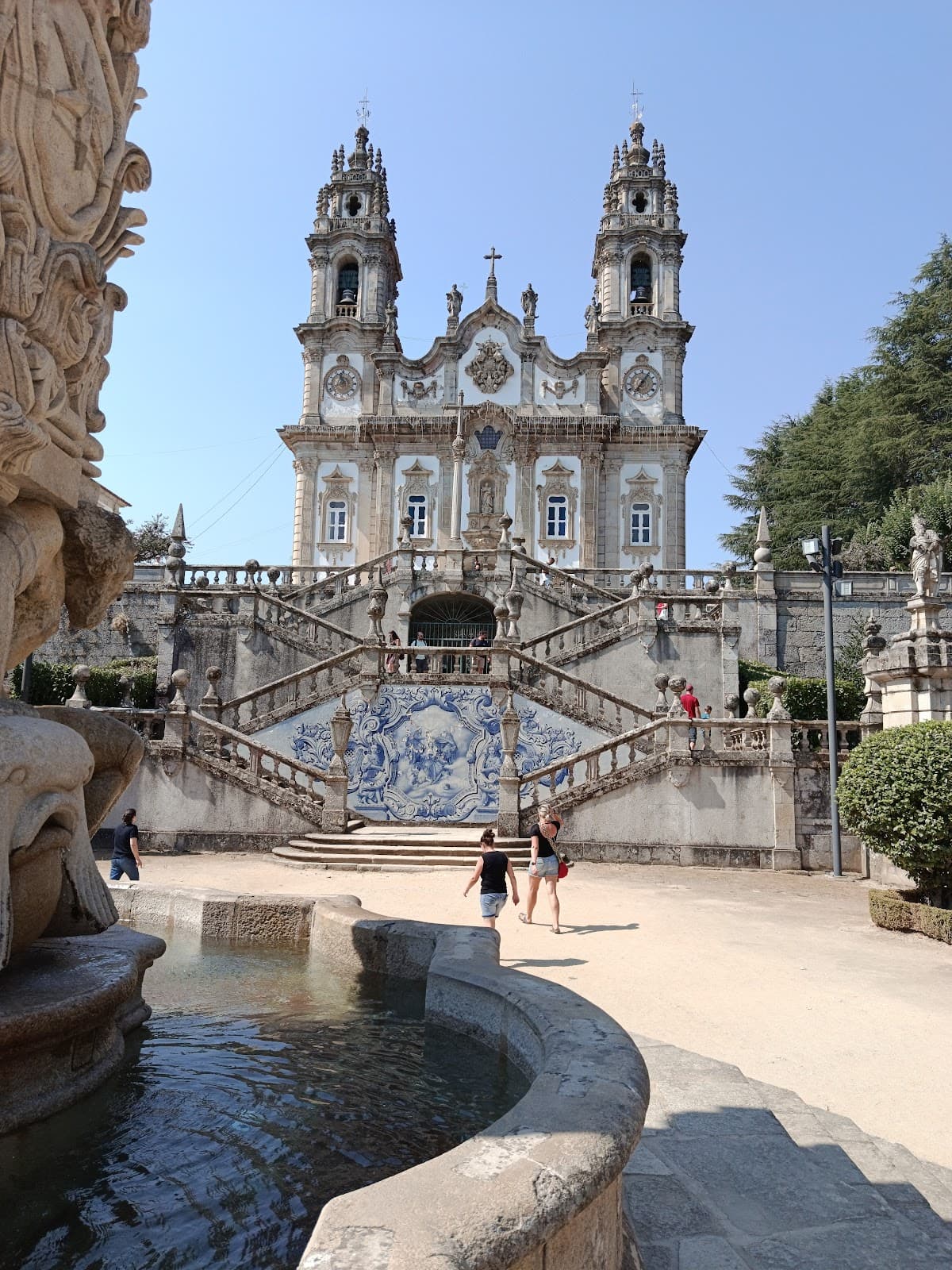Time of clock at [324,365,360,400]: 11:40
